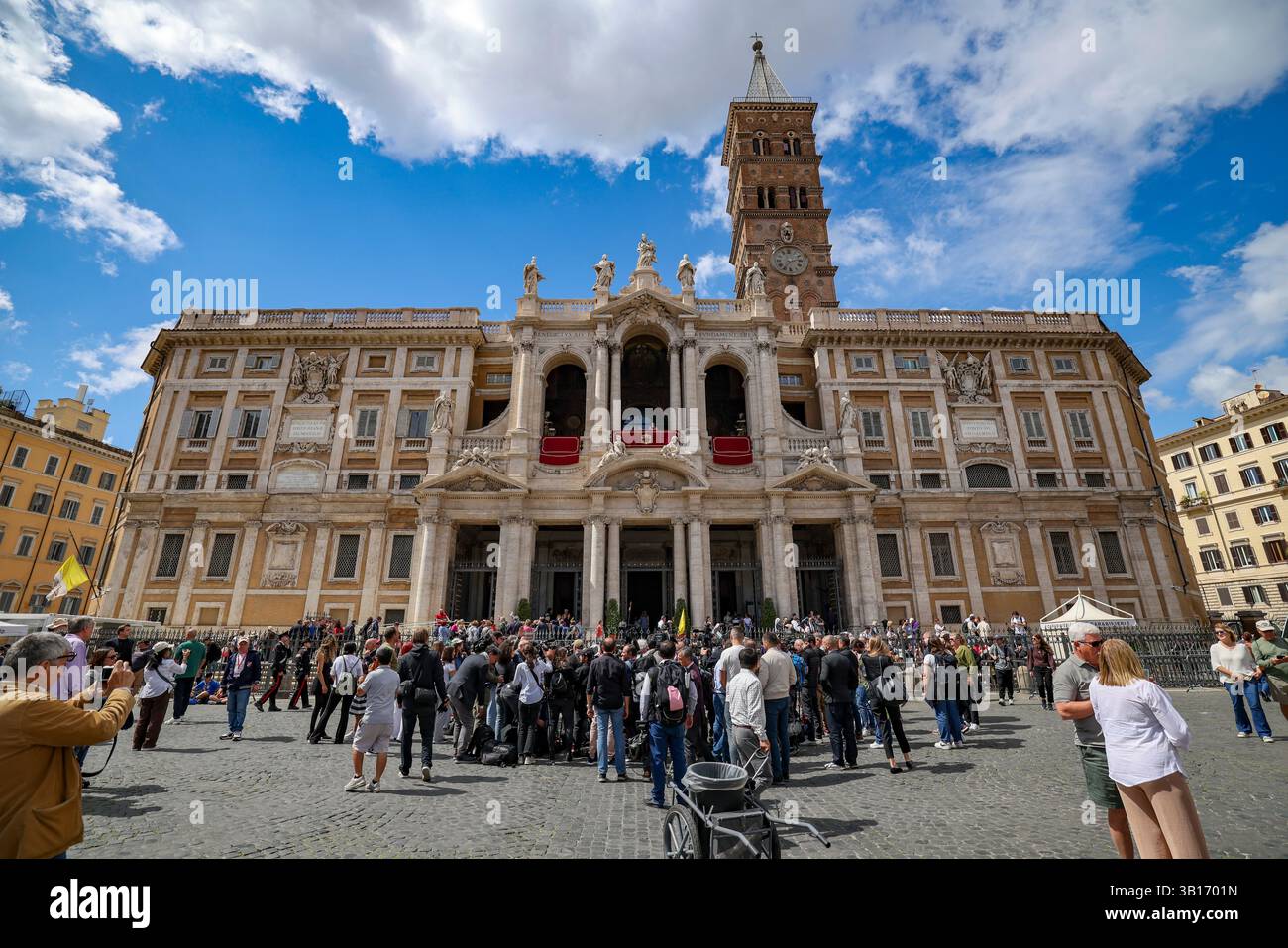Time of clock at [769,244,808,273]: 7:12
